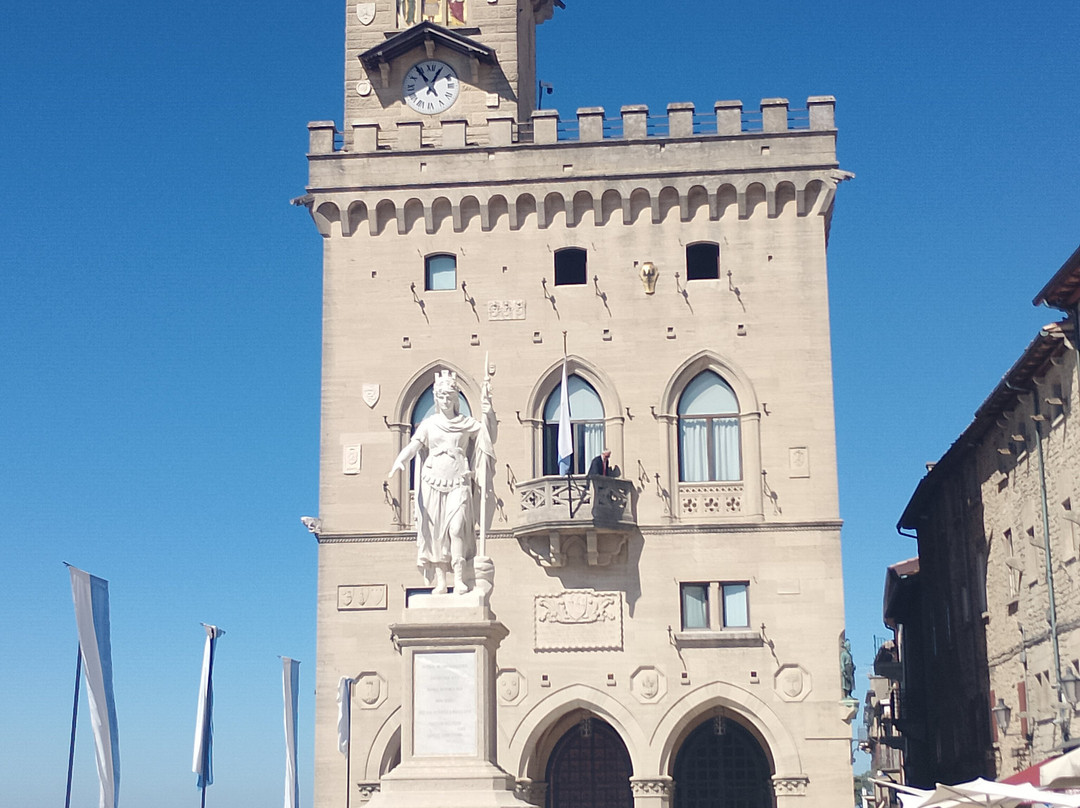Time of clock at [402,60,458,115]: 12:54
